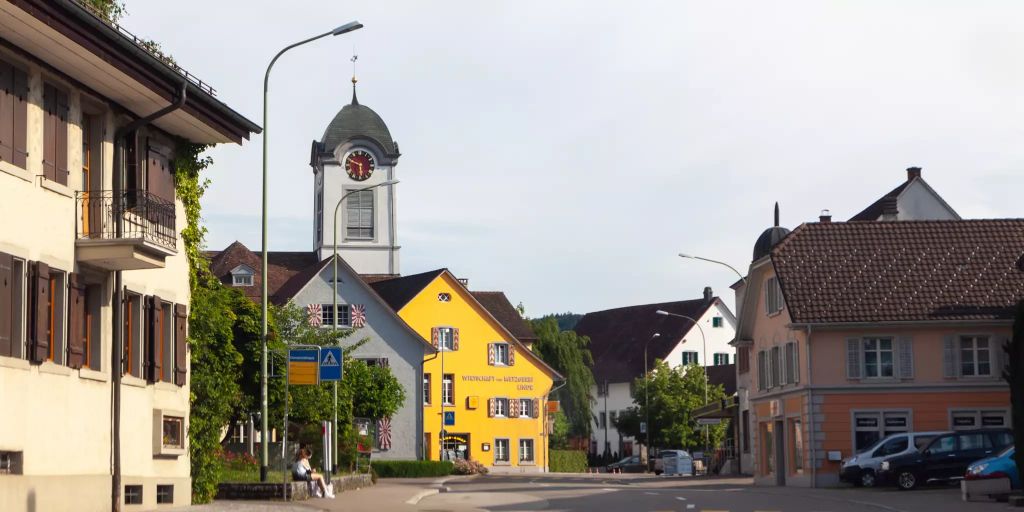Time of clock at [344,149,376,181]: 5:48
